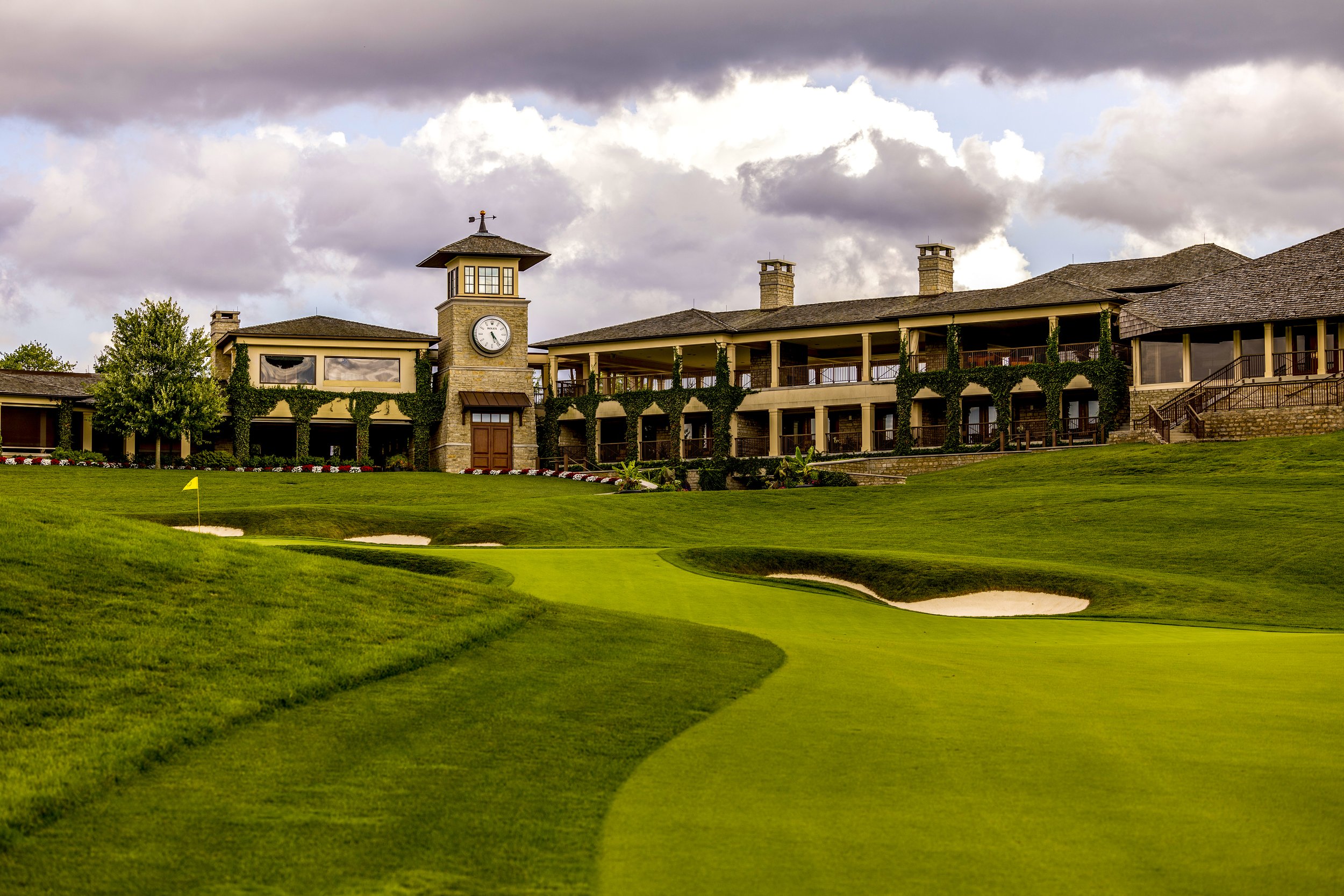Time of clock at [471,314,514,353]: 5:23
